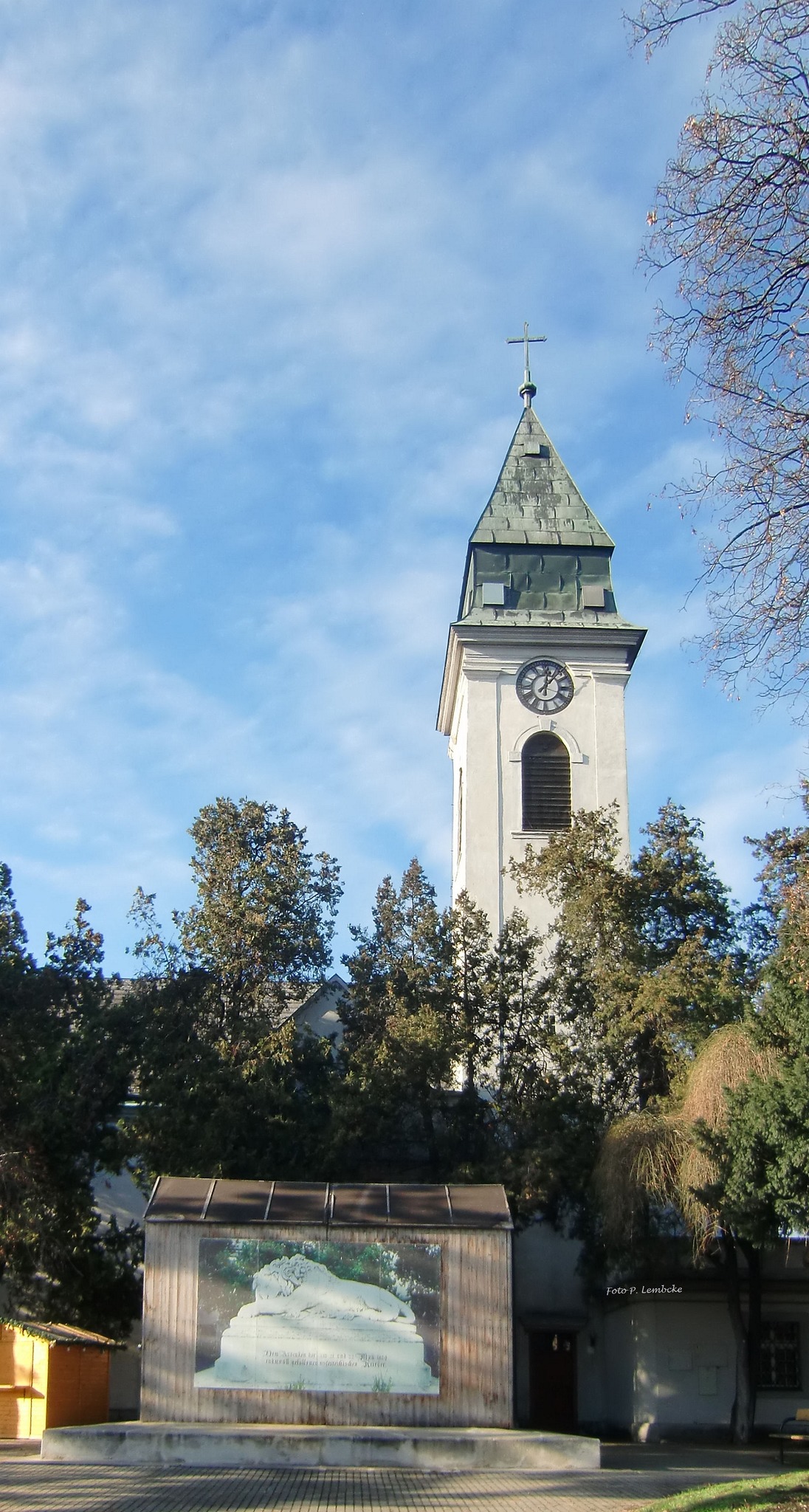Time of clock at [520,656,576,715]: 12:06
